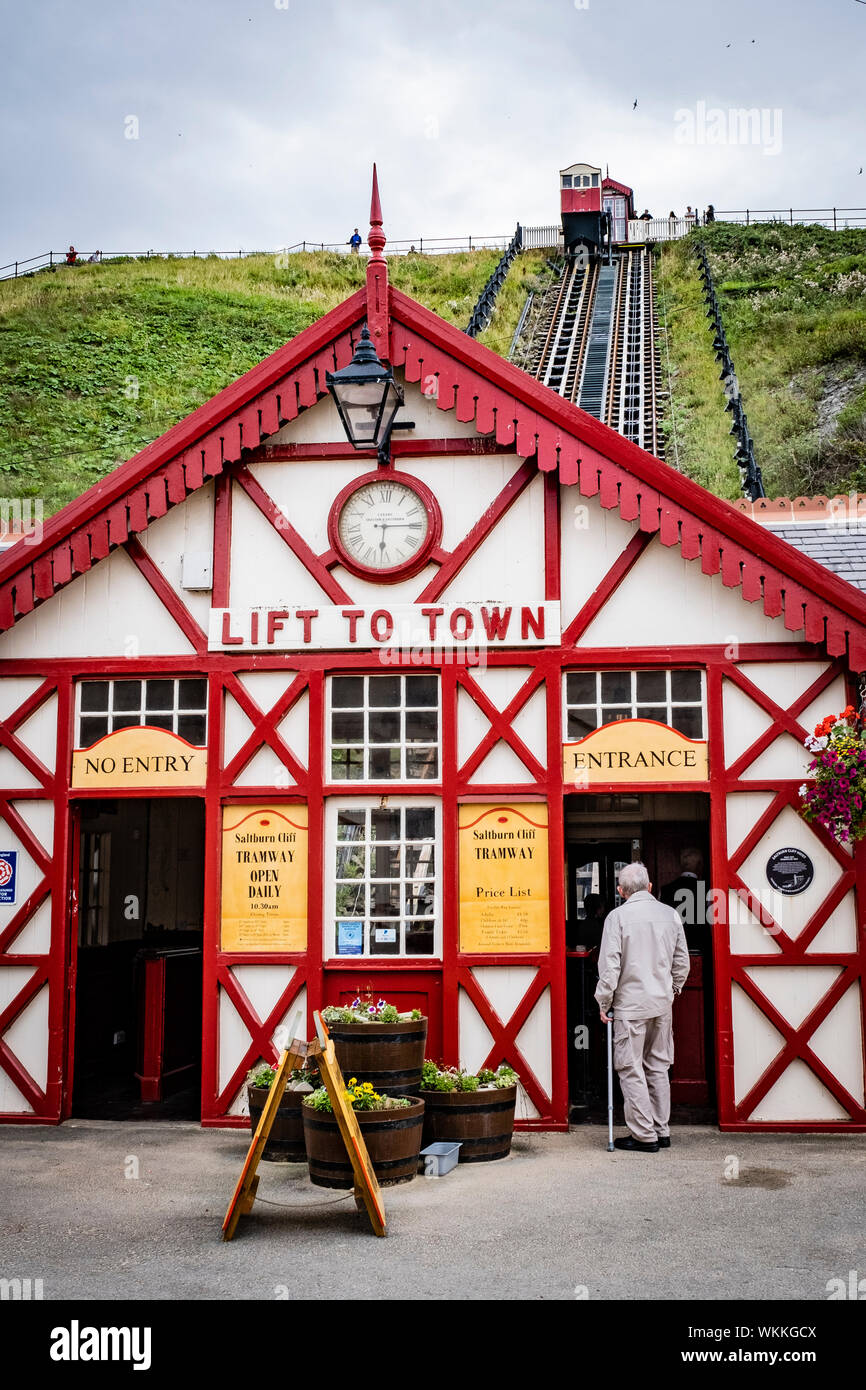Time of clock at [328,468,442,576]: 6:14
